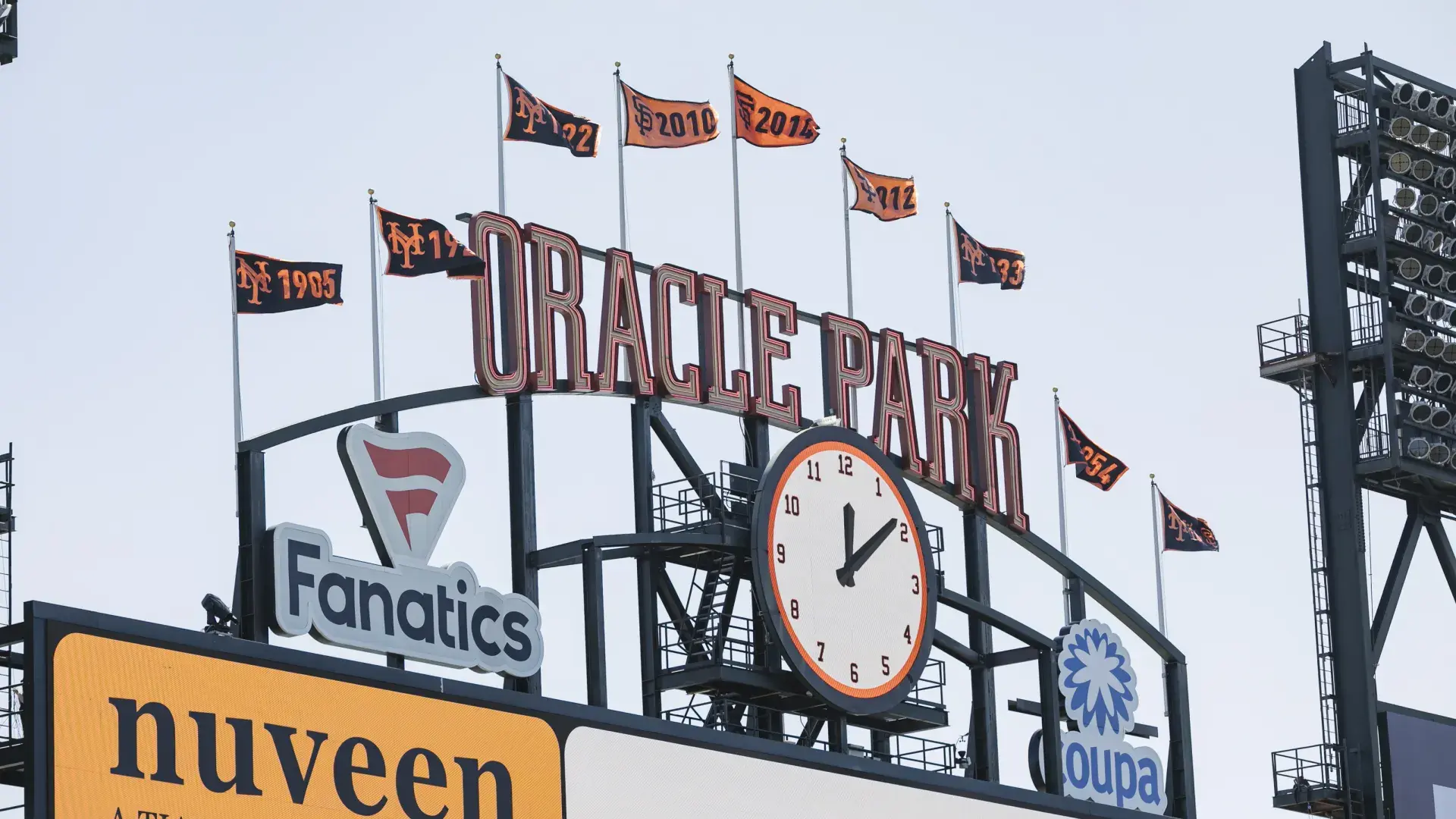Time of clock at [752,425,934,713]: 12:08
